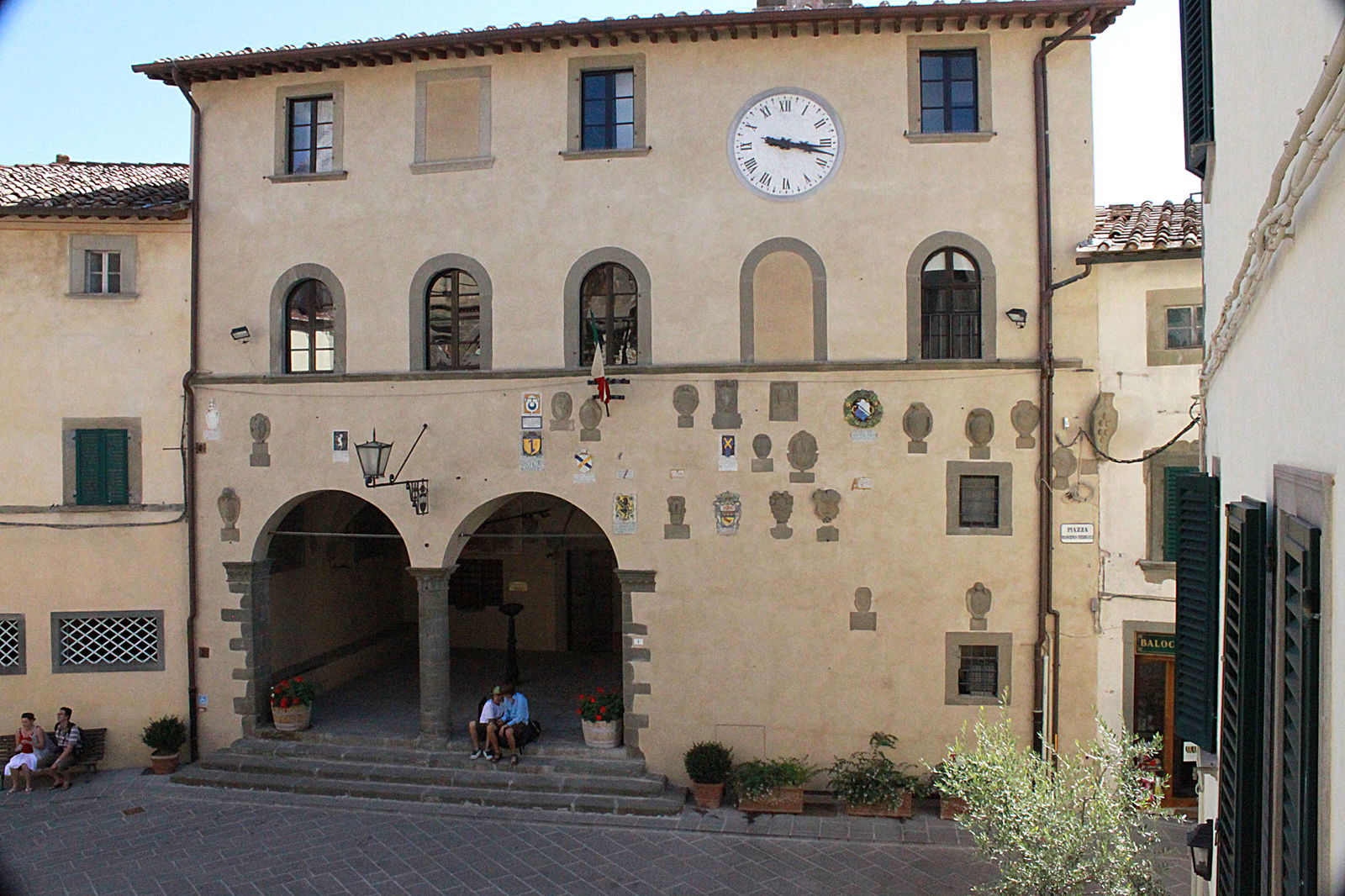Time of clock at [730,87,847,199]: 3:17
